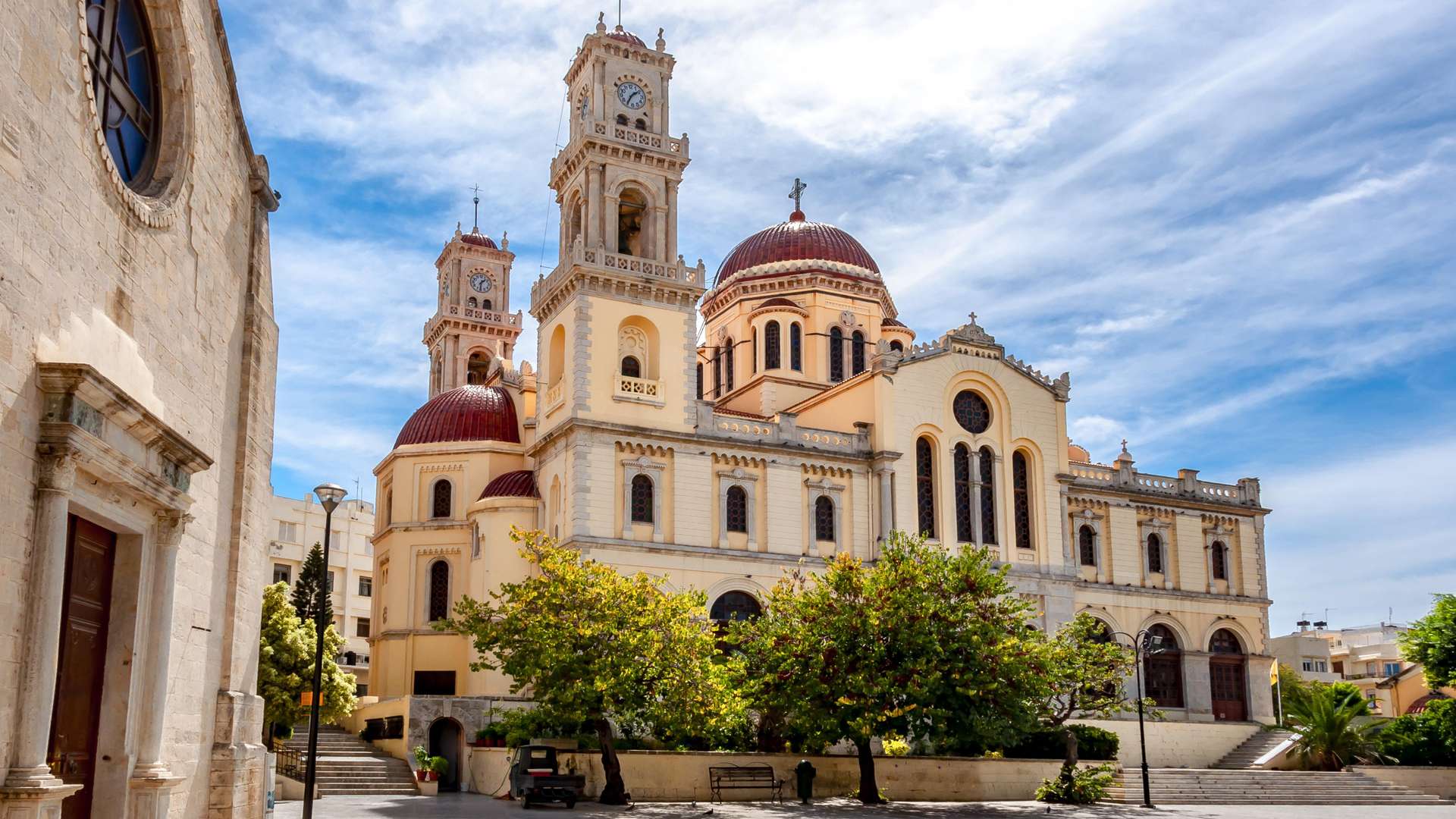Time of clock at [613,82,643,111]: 1:35
